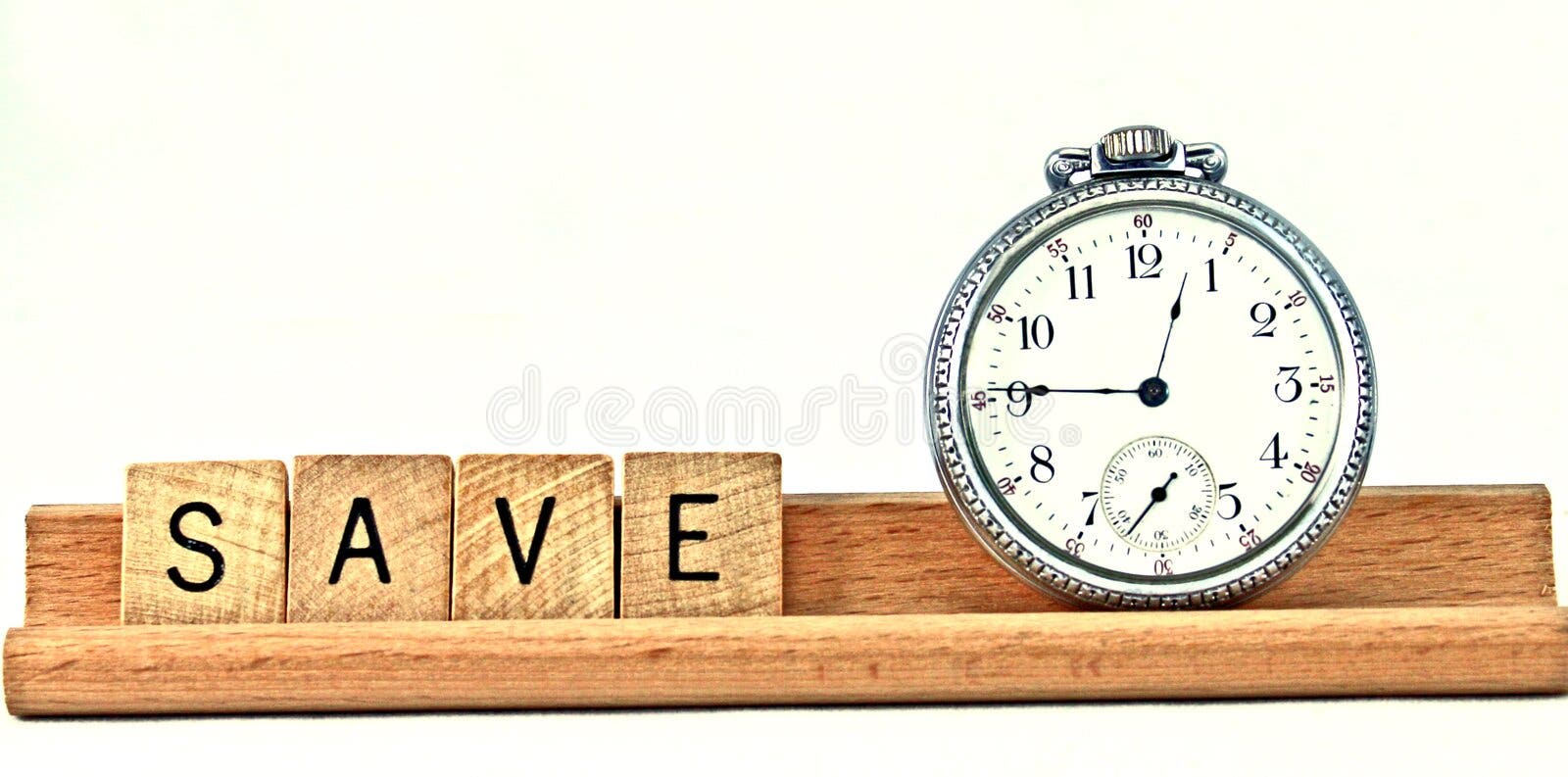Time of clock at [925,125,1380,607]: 12:45
